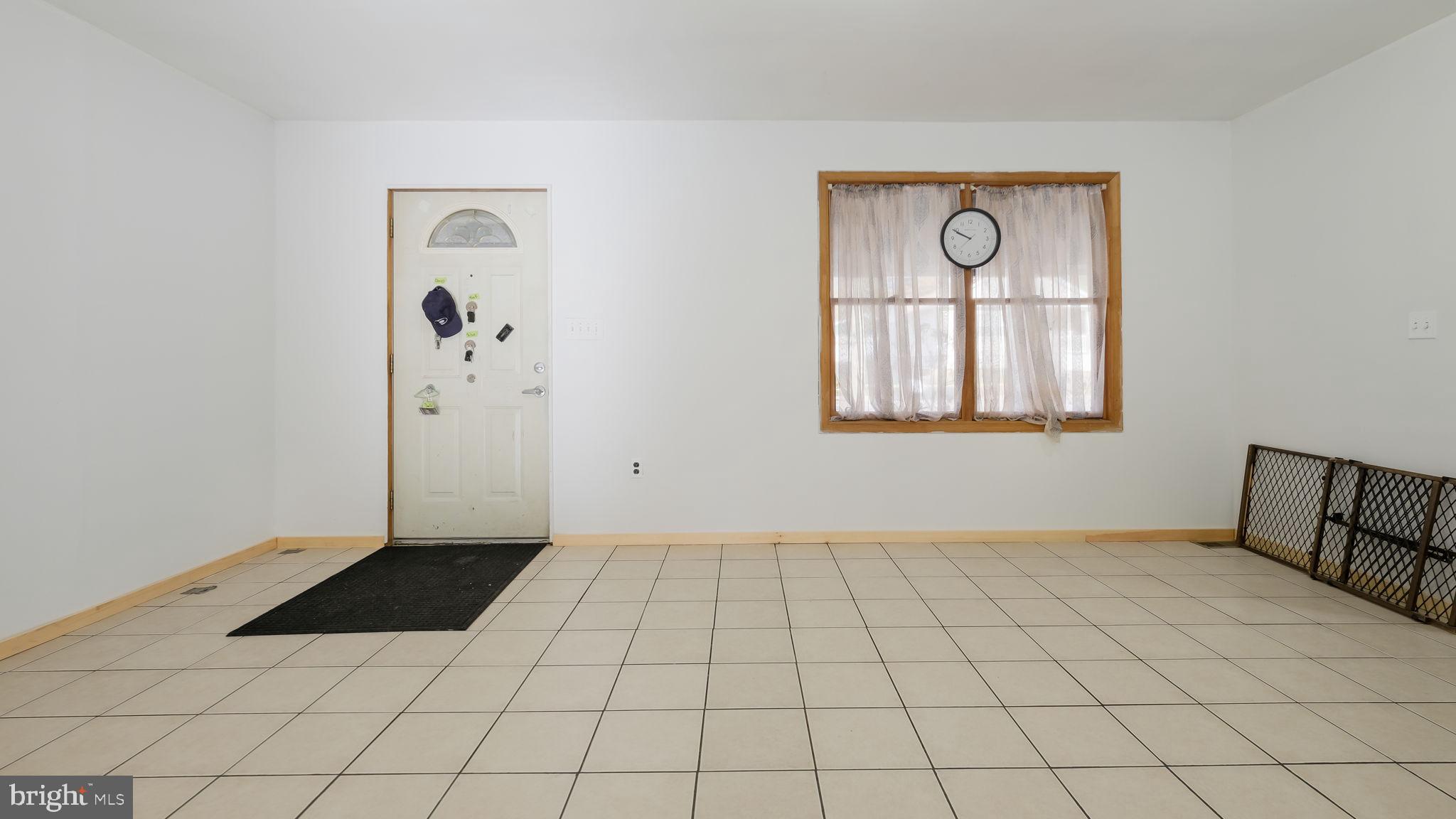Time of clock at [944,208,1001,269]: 9:49
